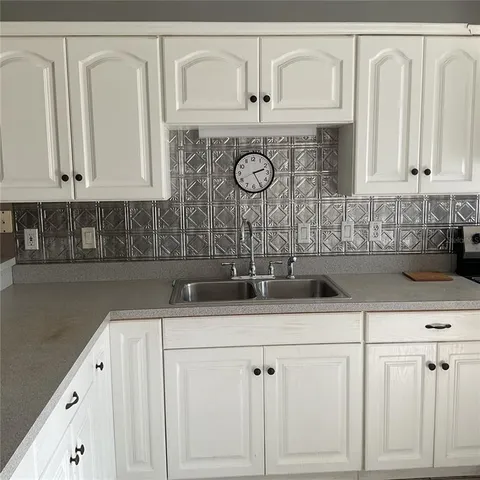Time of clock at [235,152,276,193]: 2:25
